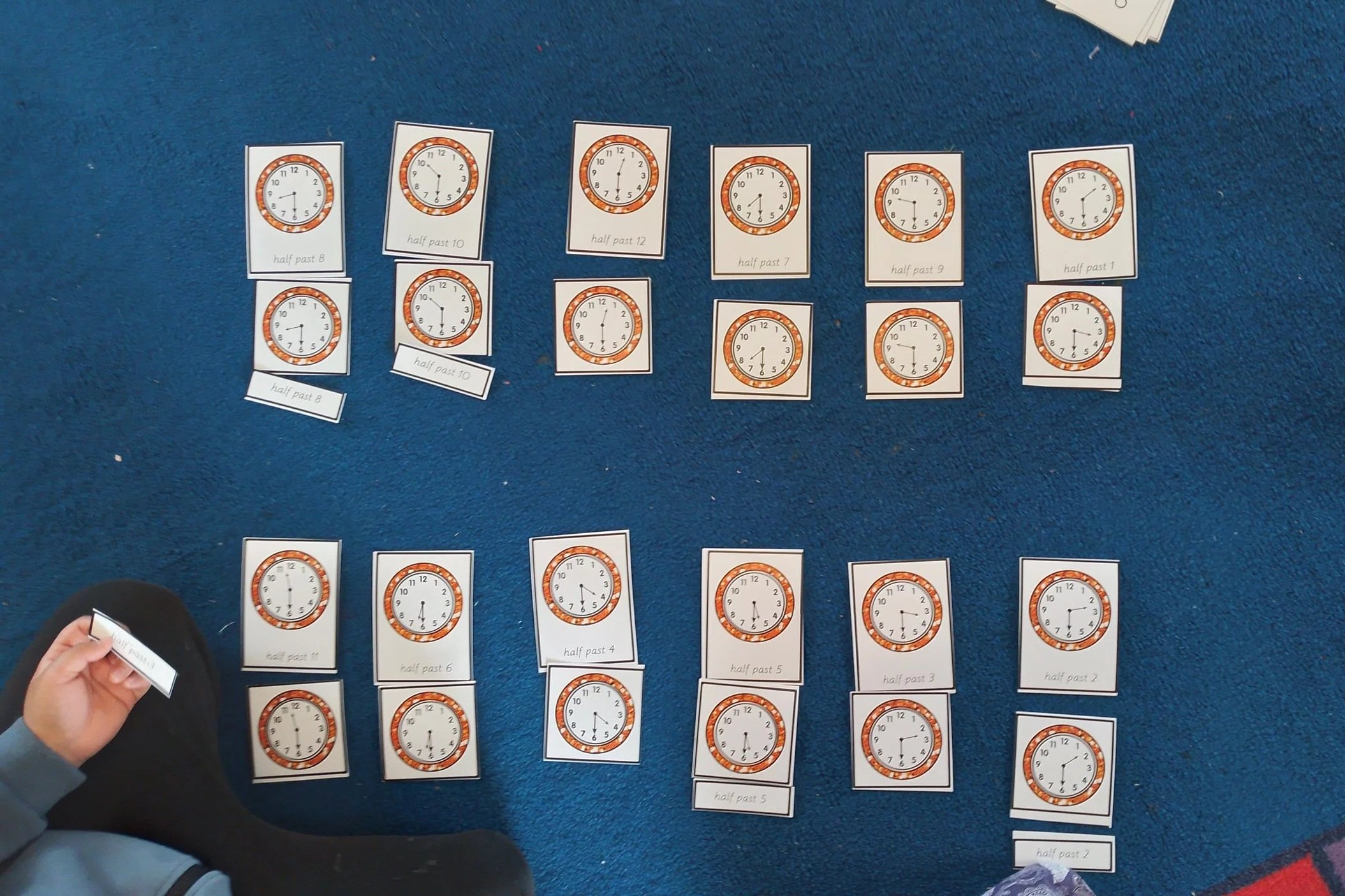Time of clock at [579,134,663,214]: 12:29
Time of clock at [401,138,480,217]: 10:30
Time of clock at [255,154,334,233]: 8:29
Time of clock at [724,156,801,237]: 7:30
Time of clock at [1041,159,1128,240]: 1:29
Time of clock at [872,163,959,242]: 9:29
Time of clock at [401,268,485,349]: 5:51
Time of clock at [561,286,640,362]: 12:29
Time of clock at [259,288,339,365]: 8:29
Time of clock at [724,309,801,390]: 7:30
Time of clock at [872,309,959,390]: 9:29
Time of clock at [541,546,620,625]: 4:29
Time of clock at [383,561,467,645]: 6:30
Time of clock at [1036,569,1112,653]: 2:29
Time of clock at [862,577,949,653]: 3:29
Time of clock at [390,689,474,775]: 6:30
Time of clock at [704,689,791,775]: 5:30
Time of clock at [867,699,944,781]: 2:29
